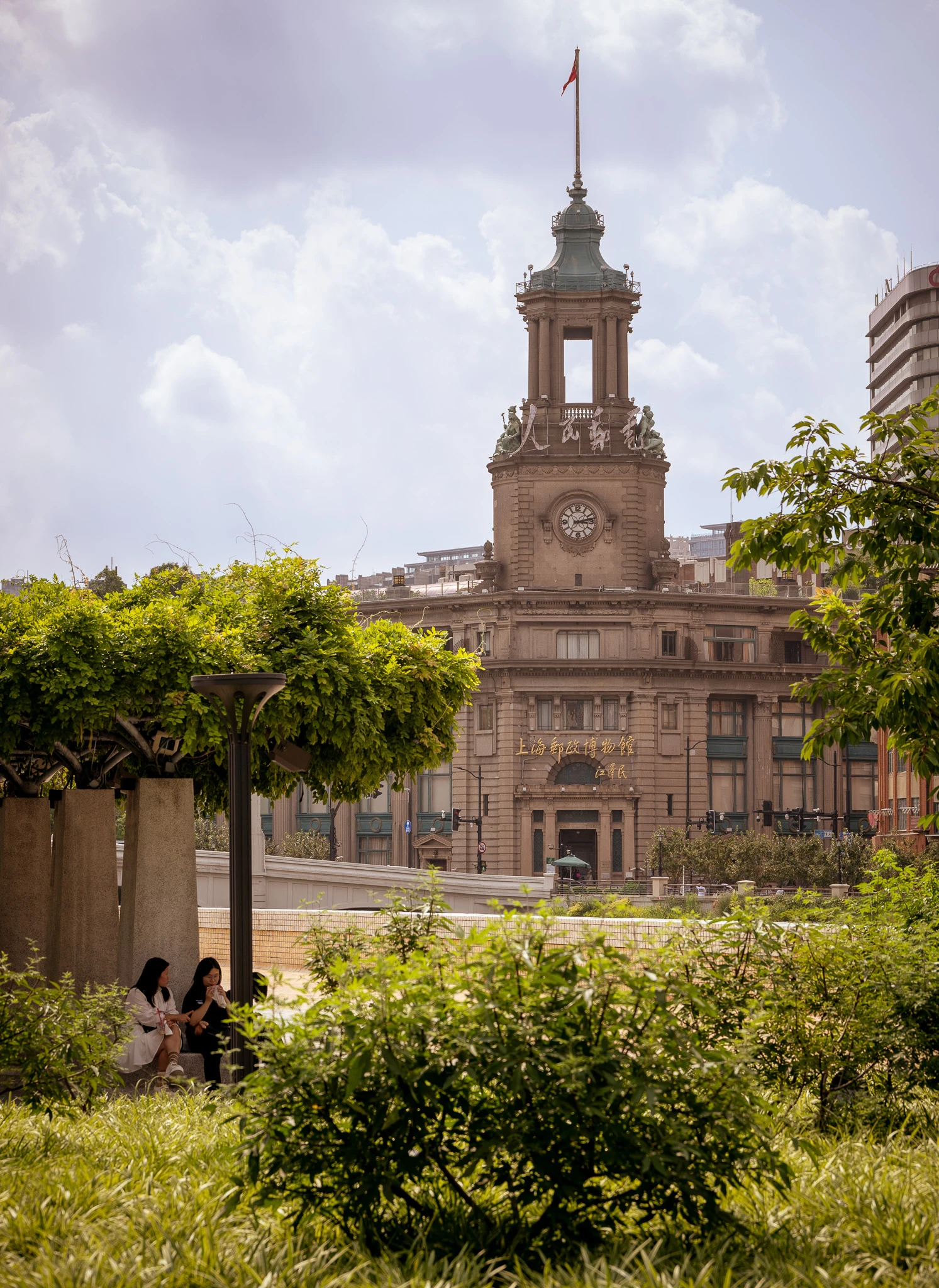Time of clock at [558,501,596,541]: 3:12
